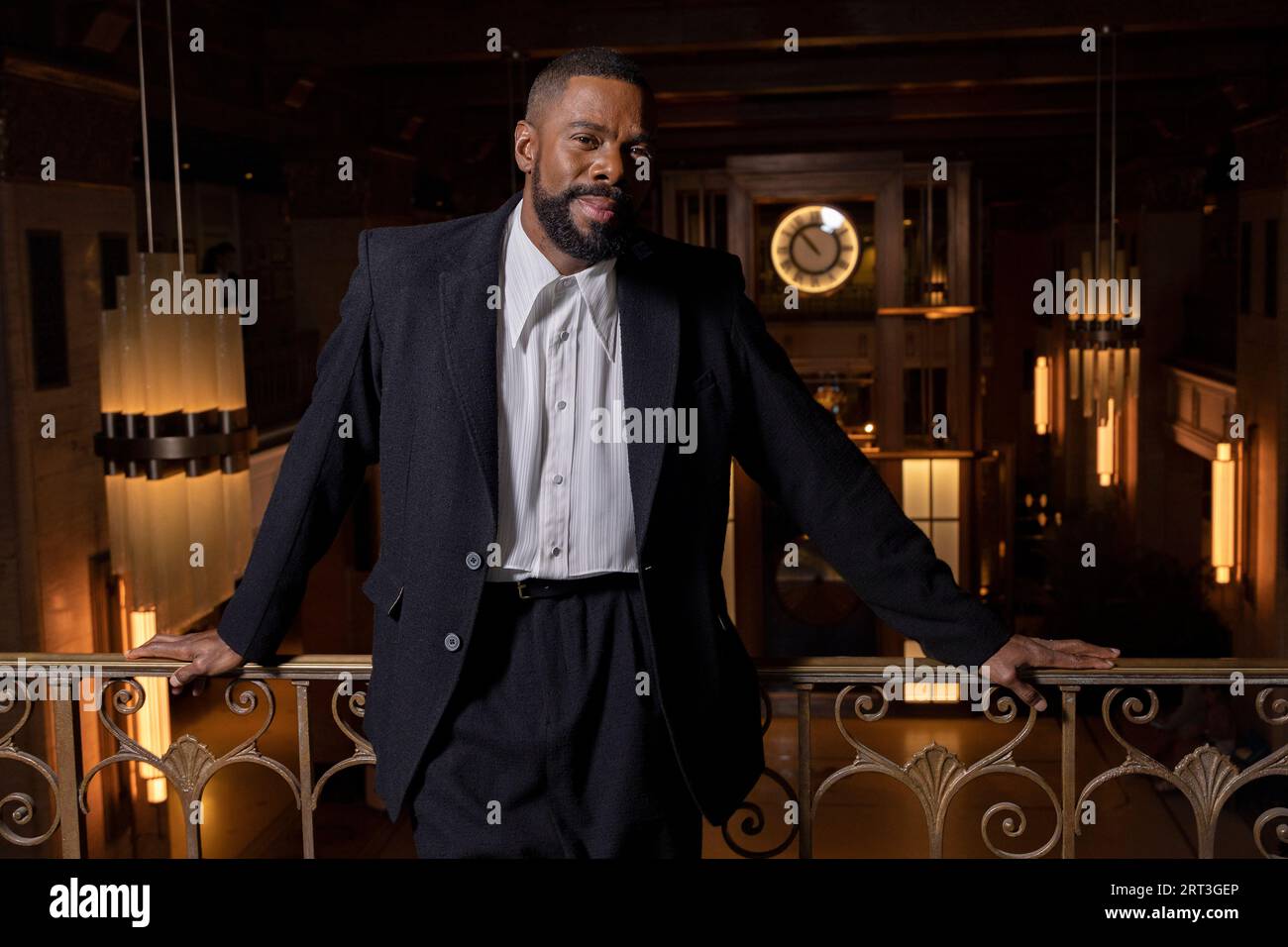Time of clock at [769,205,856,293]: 10:53
